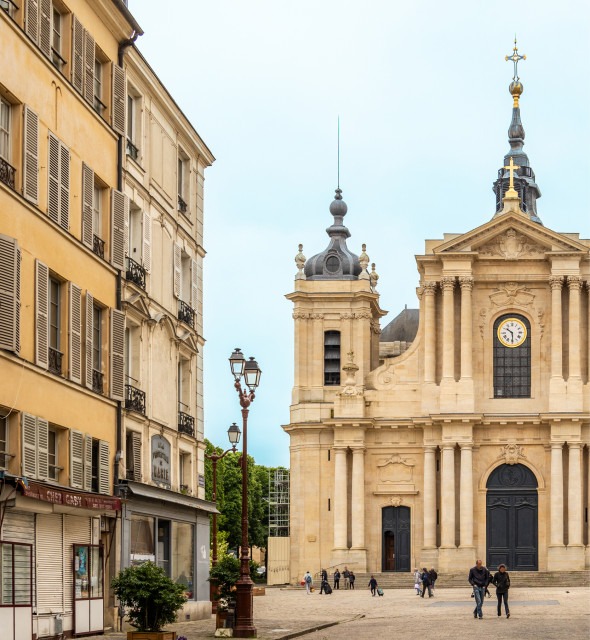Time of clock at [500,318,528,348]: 10:29
